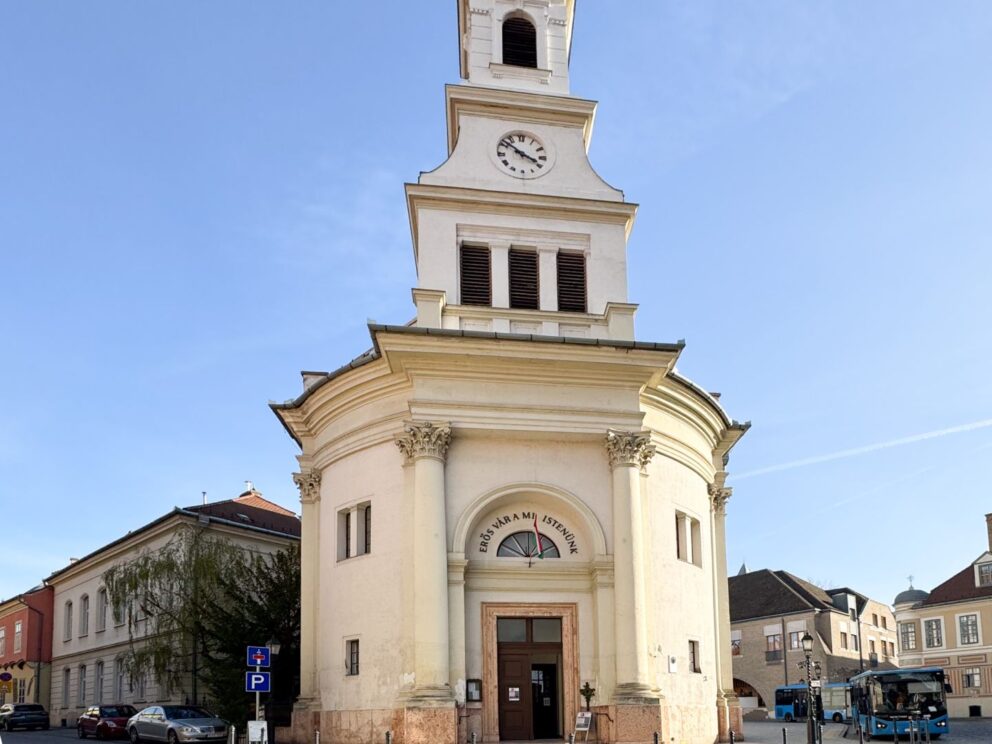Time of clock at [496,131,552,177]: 3:51
